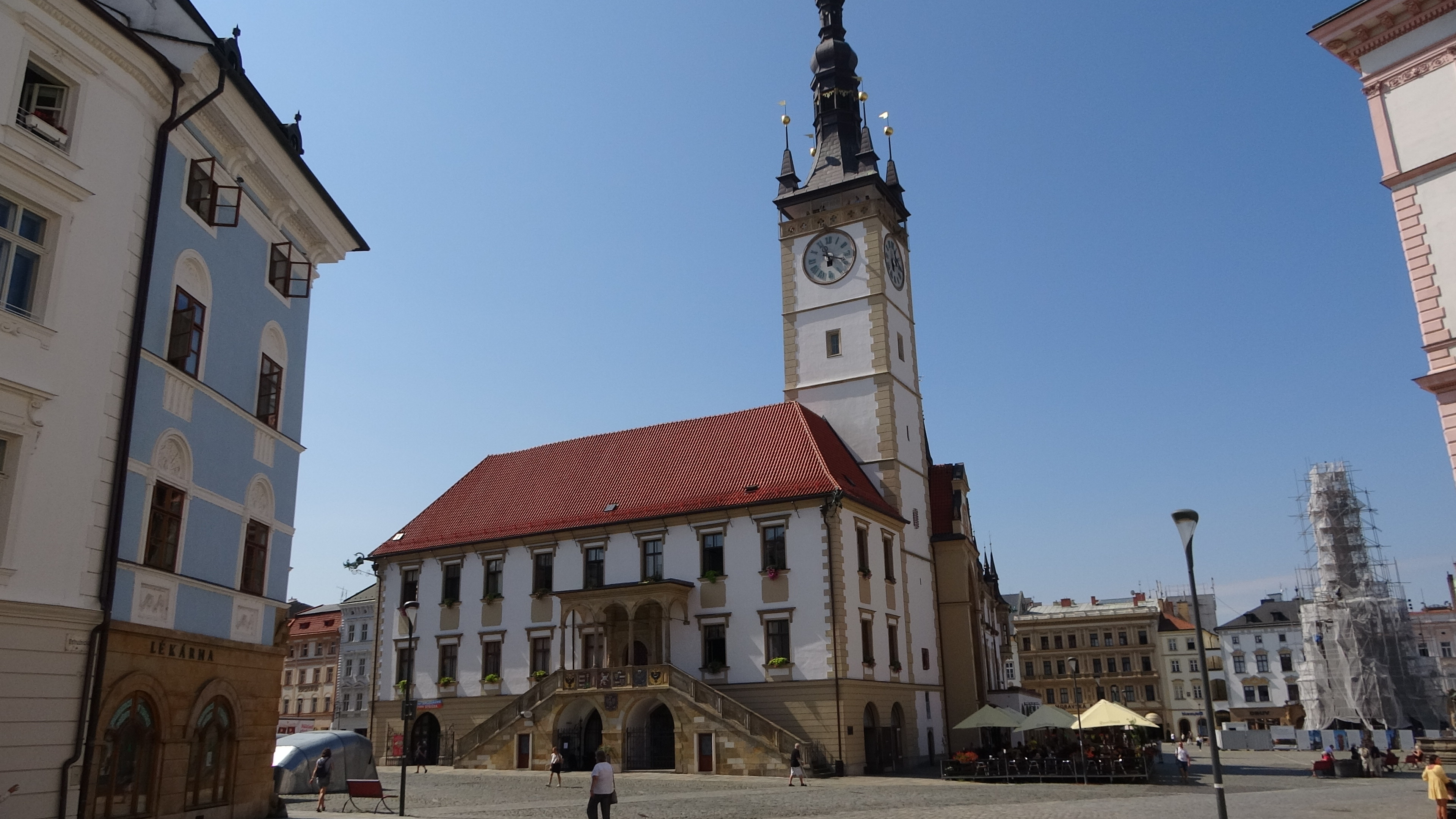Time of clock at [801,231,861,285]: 11:18
